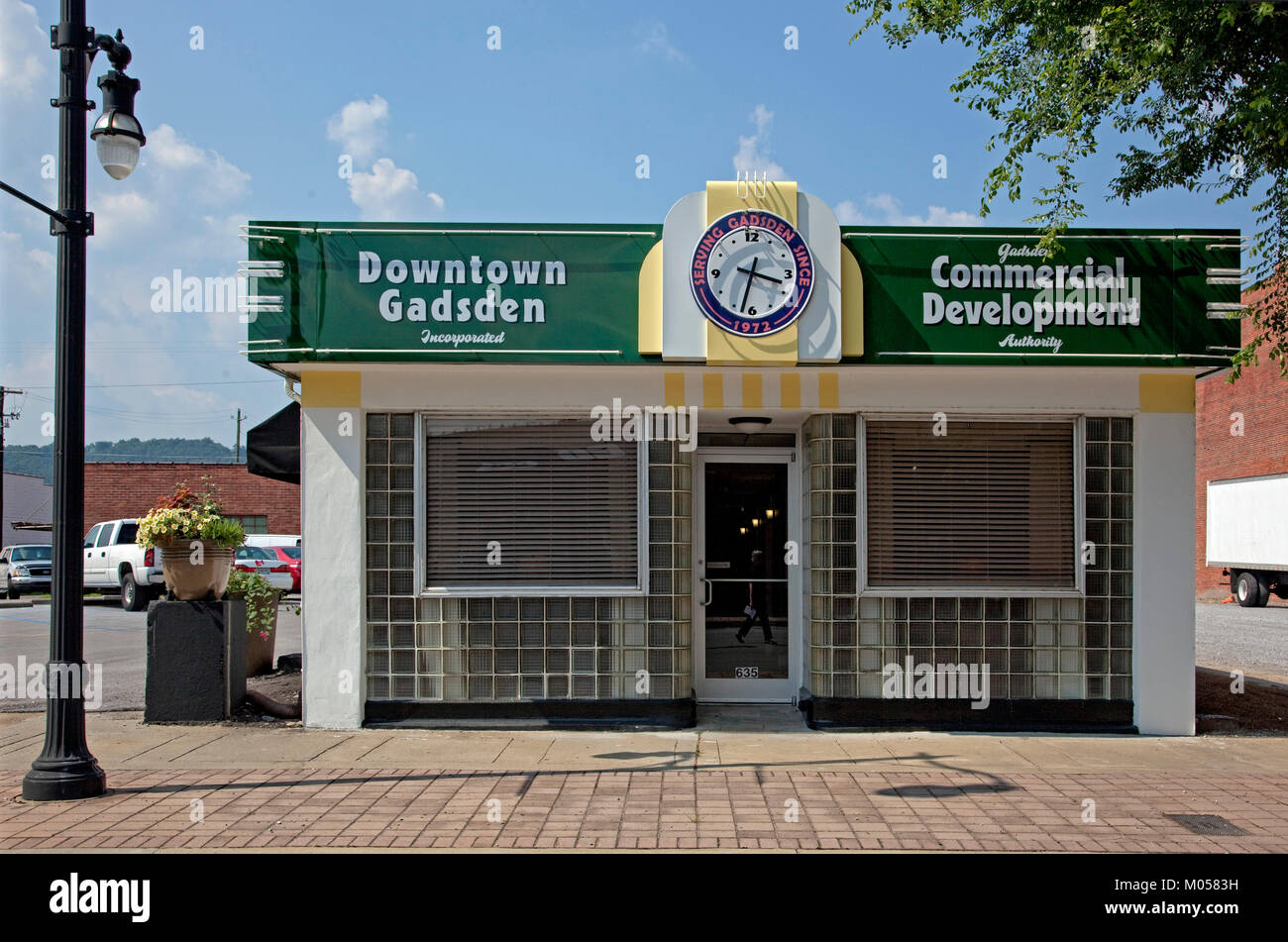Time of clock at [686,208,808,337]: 3:32
